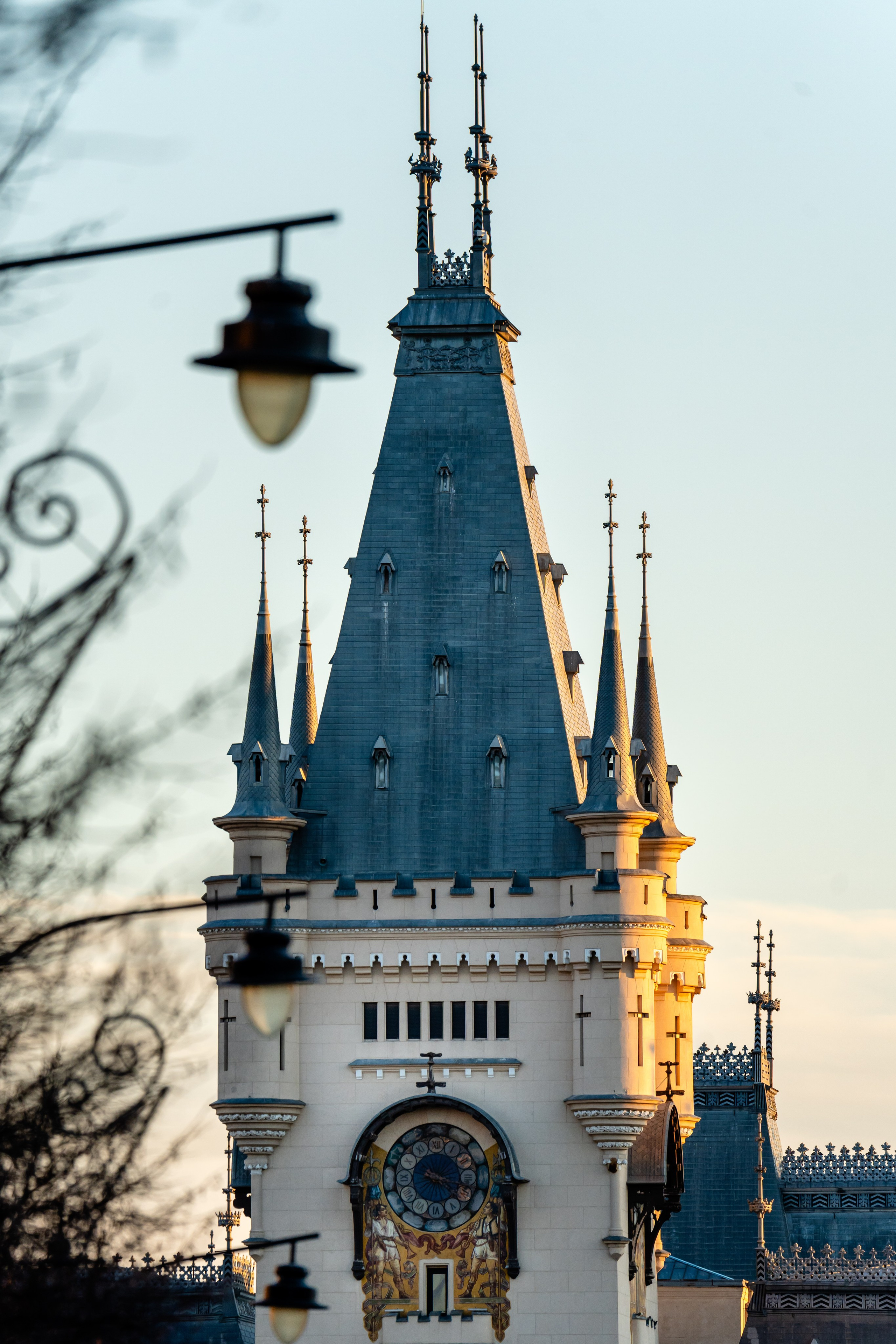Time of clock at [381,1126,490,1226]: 12:18
